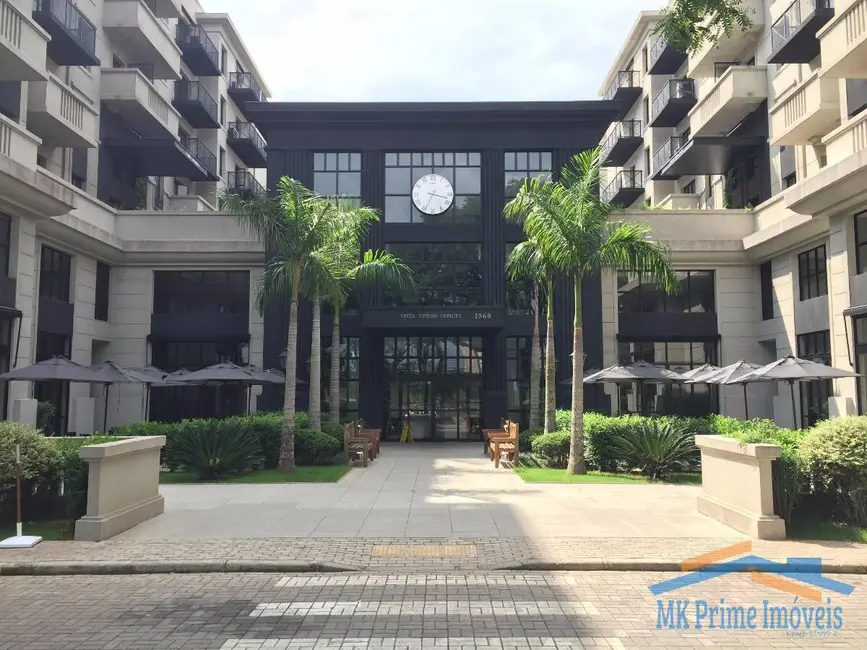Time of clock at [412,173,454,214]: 3:34
